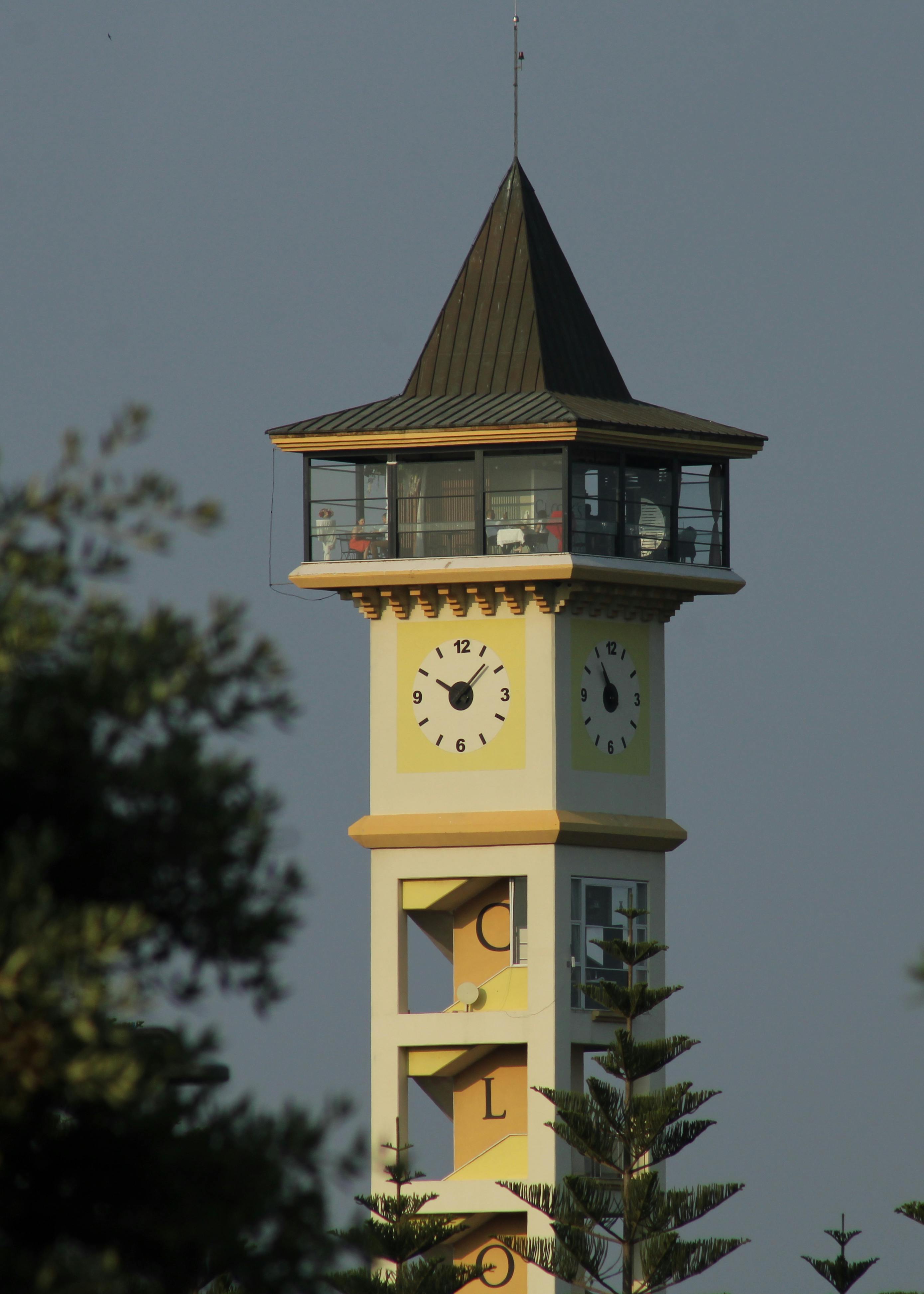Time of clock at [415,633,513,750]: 10:07
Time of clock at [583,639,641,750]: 10:54
